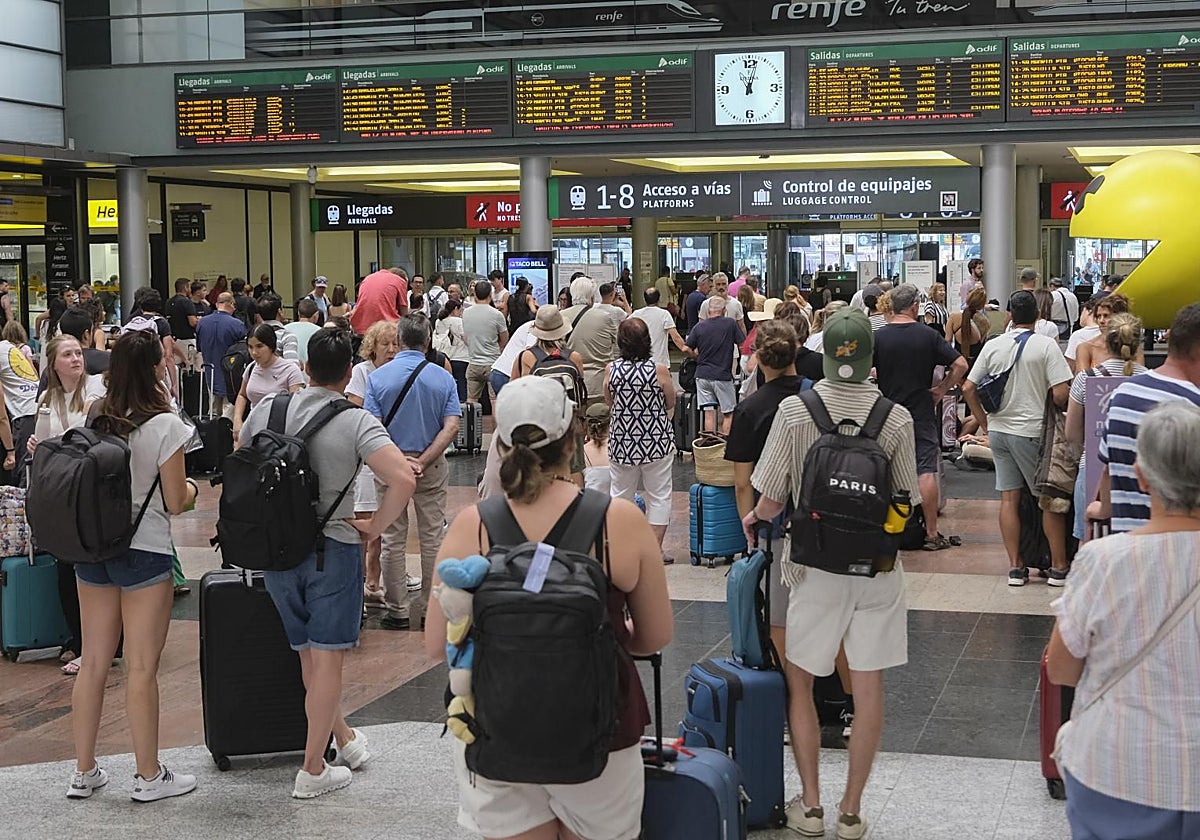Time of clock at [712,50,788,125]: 11:02
